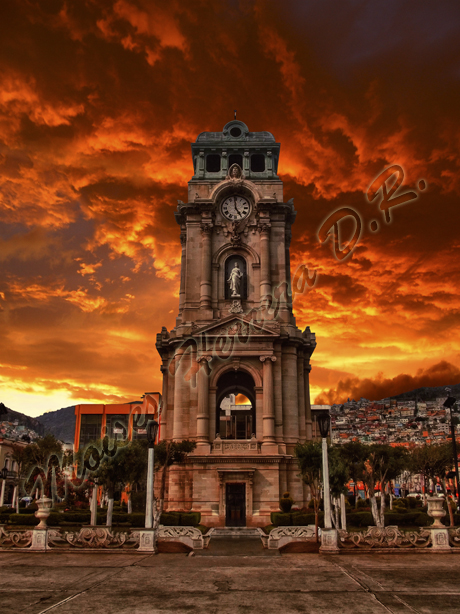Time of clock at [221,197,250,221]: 4:59
